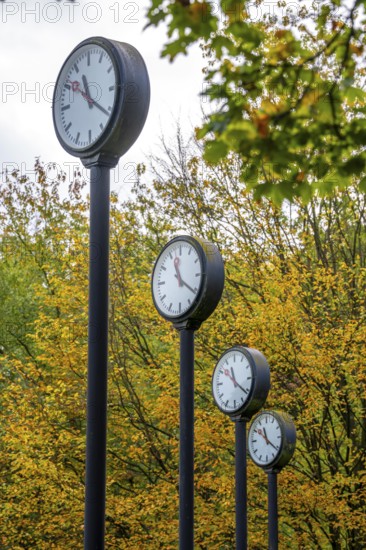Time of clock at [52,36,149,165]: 11:21
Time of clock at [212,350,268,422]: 11:21
